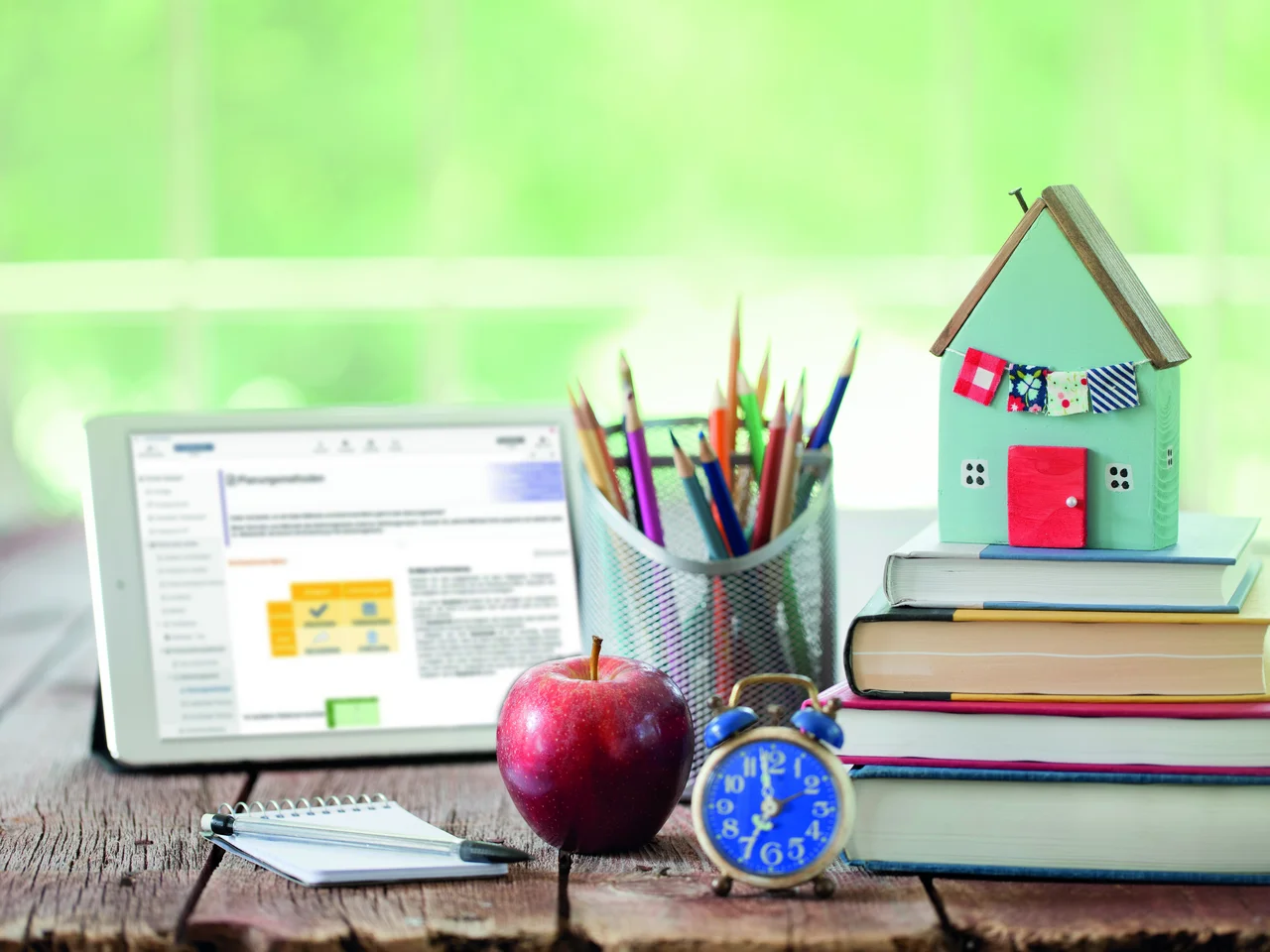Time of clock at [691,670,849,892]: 6:58
